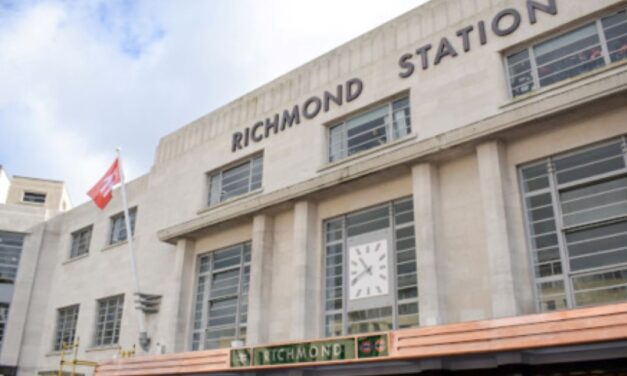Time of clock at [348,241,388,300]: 10:41
